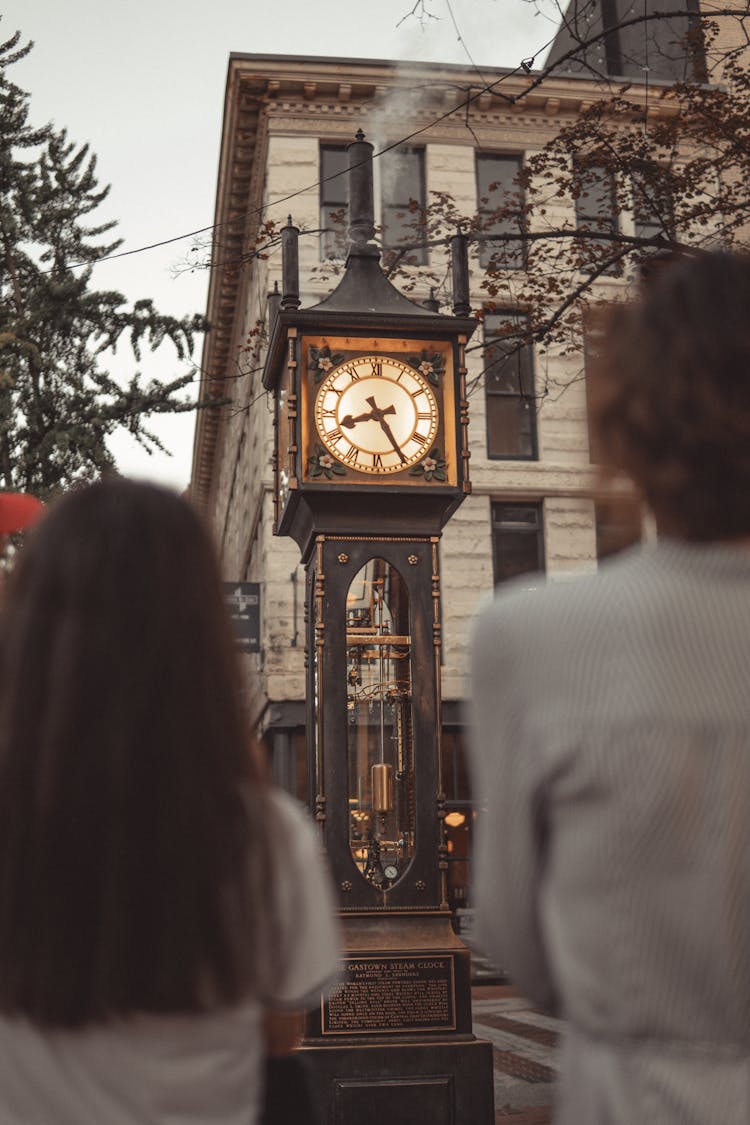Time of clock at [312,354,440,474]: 8:25
